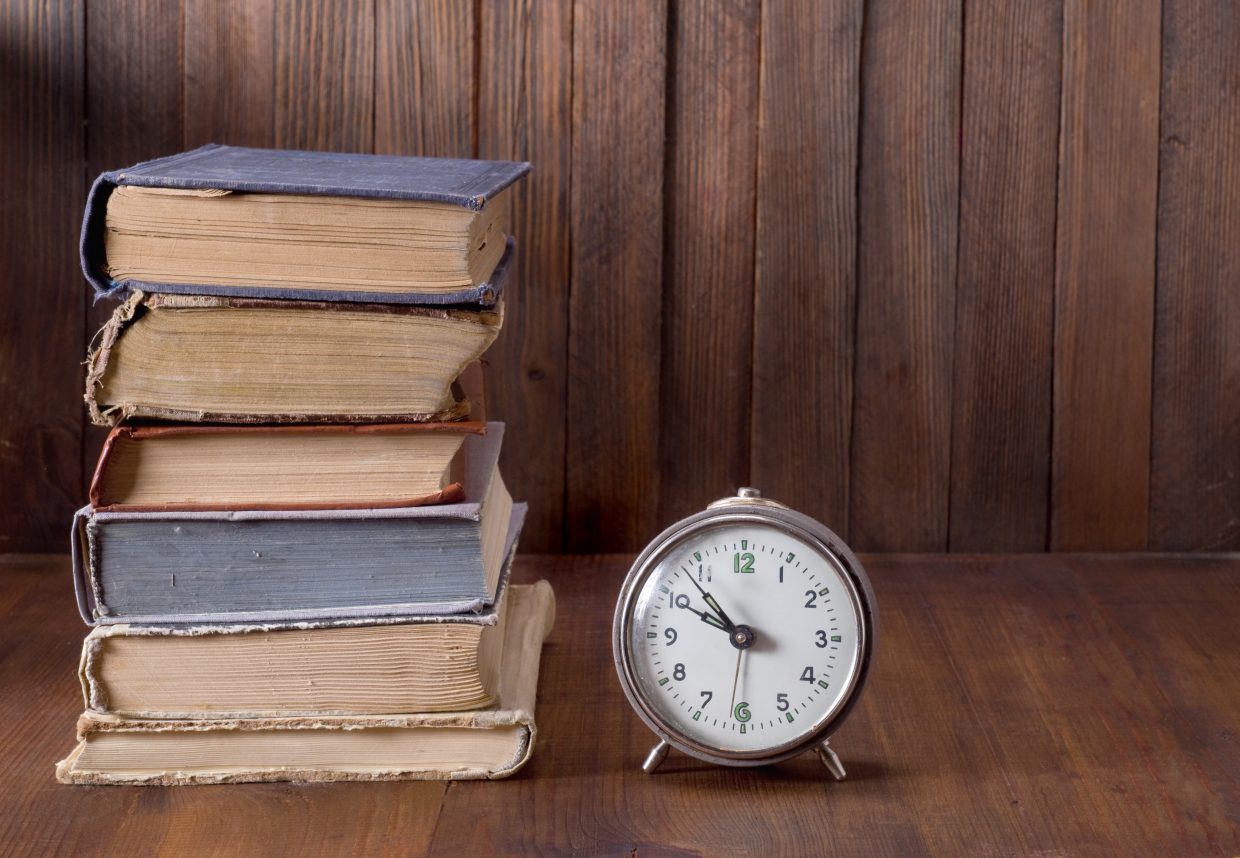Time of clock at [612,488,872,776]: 9:53
